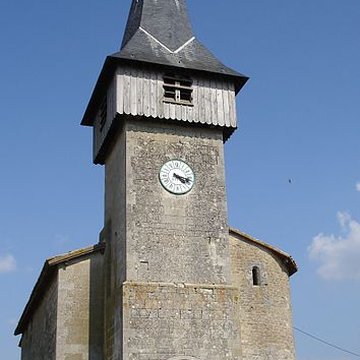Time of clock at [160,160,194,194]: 4:17
